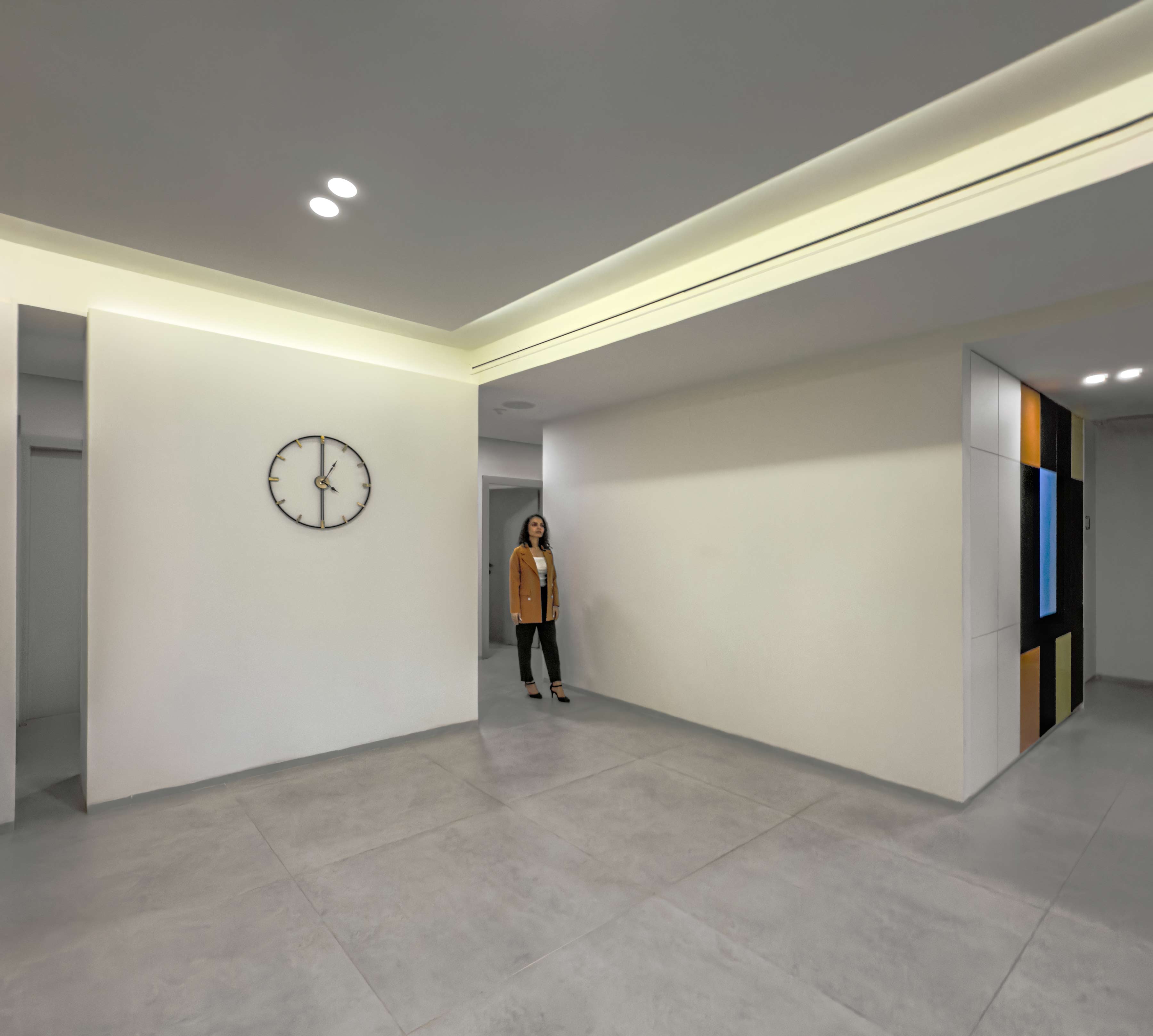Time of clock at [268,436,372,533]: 1:00
